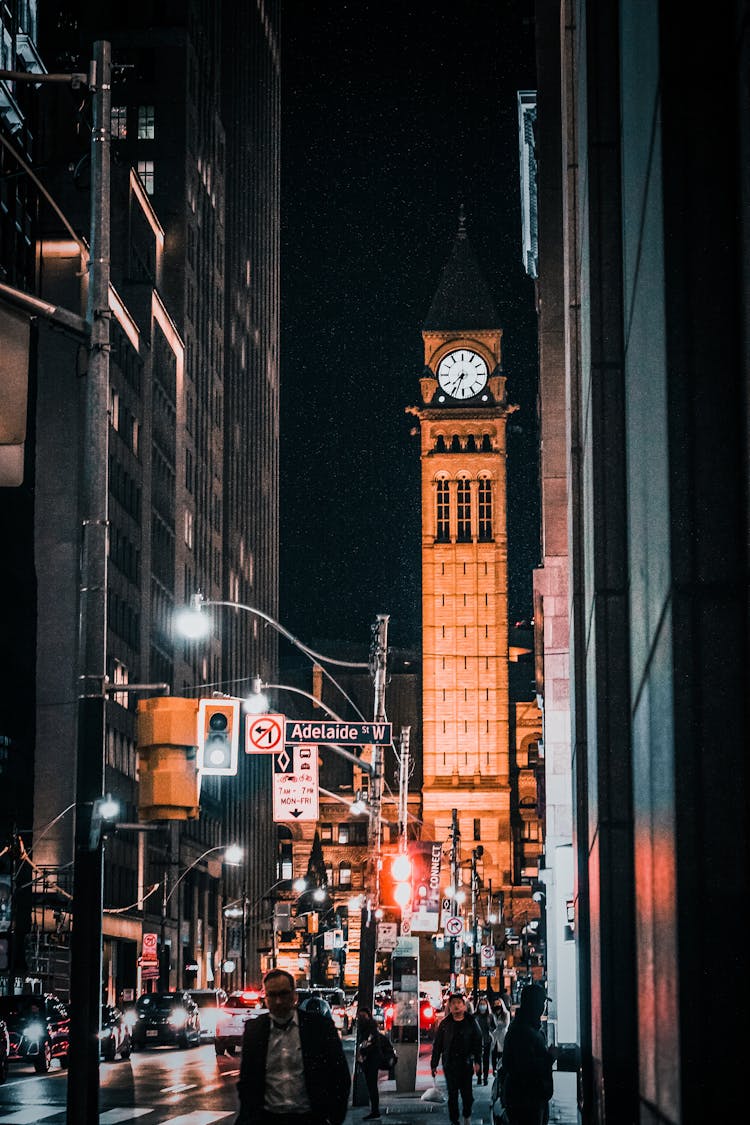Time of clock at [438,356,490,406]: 7:33
